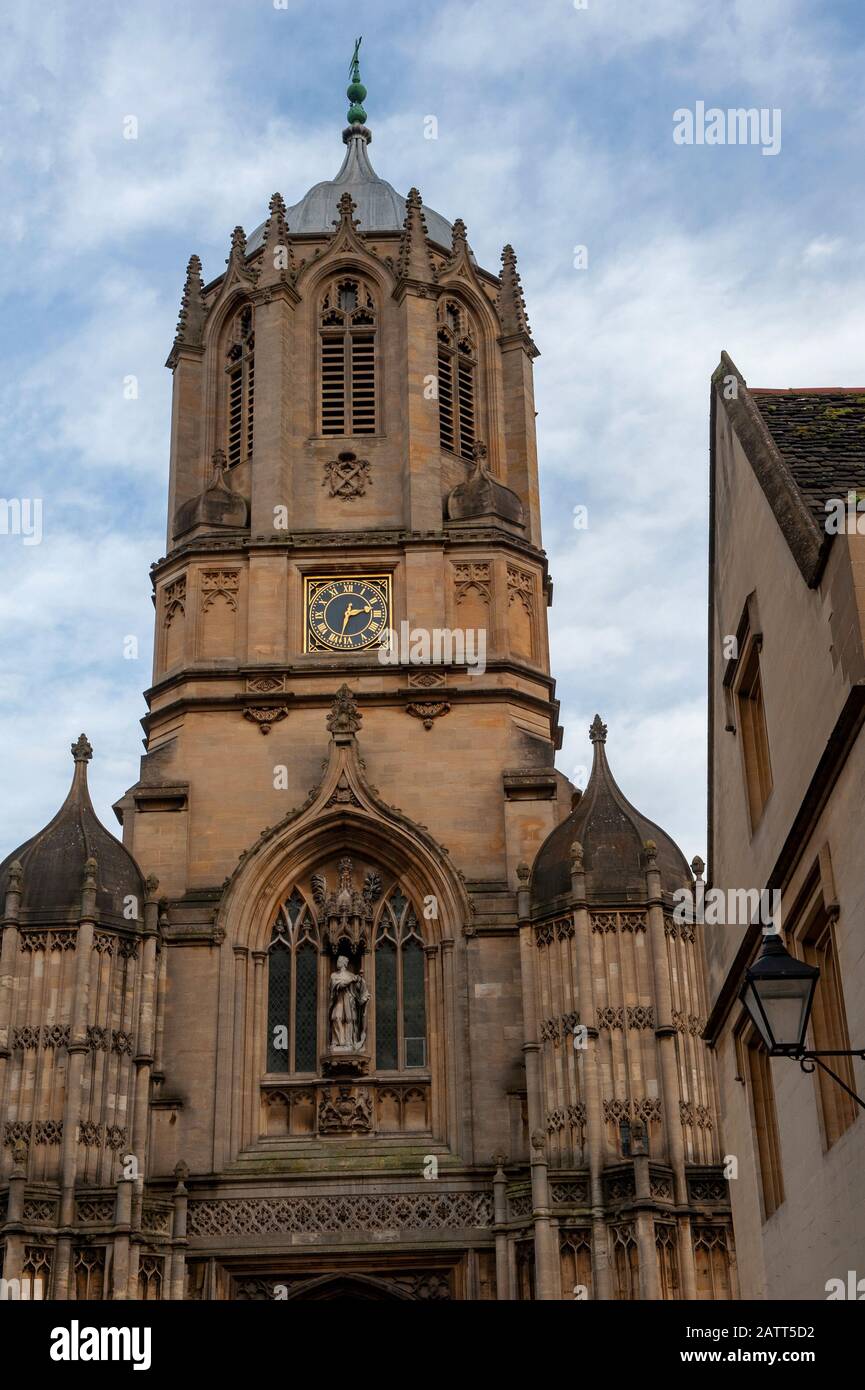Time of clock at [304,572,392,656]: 2:32
